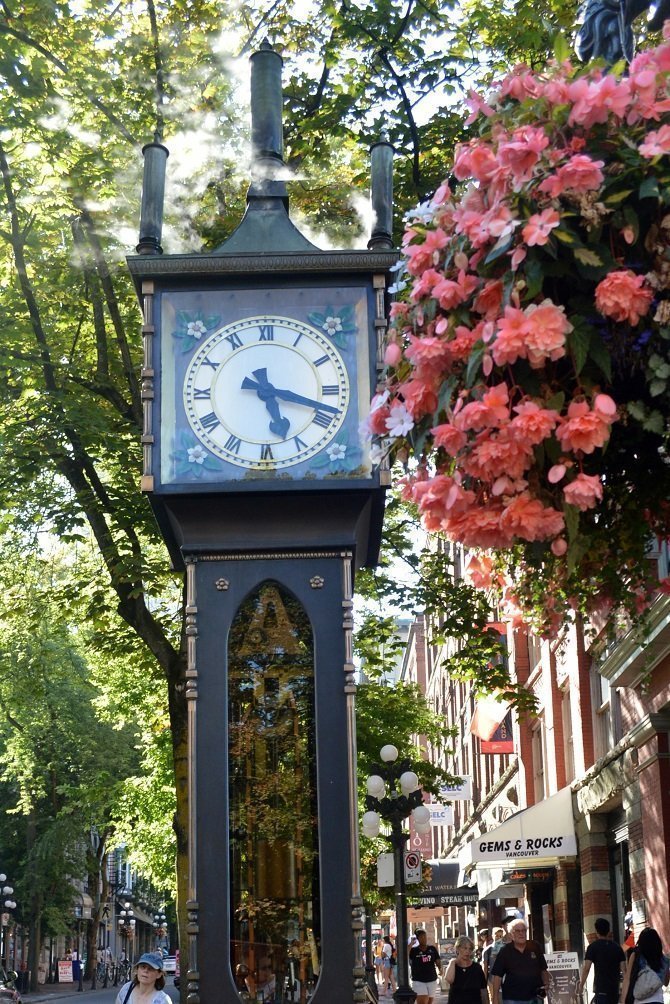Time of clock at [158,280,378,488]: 5:18
